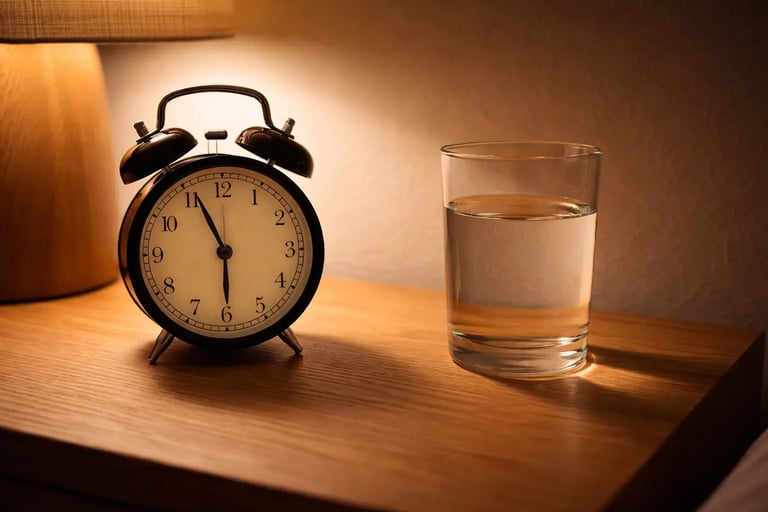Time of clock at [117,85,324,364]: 5:55
